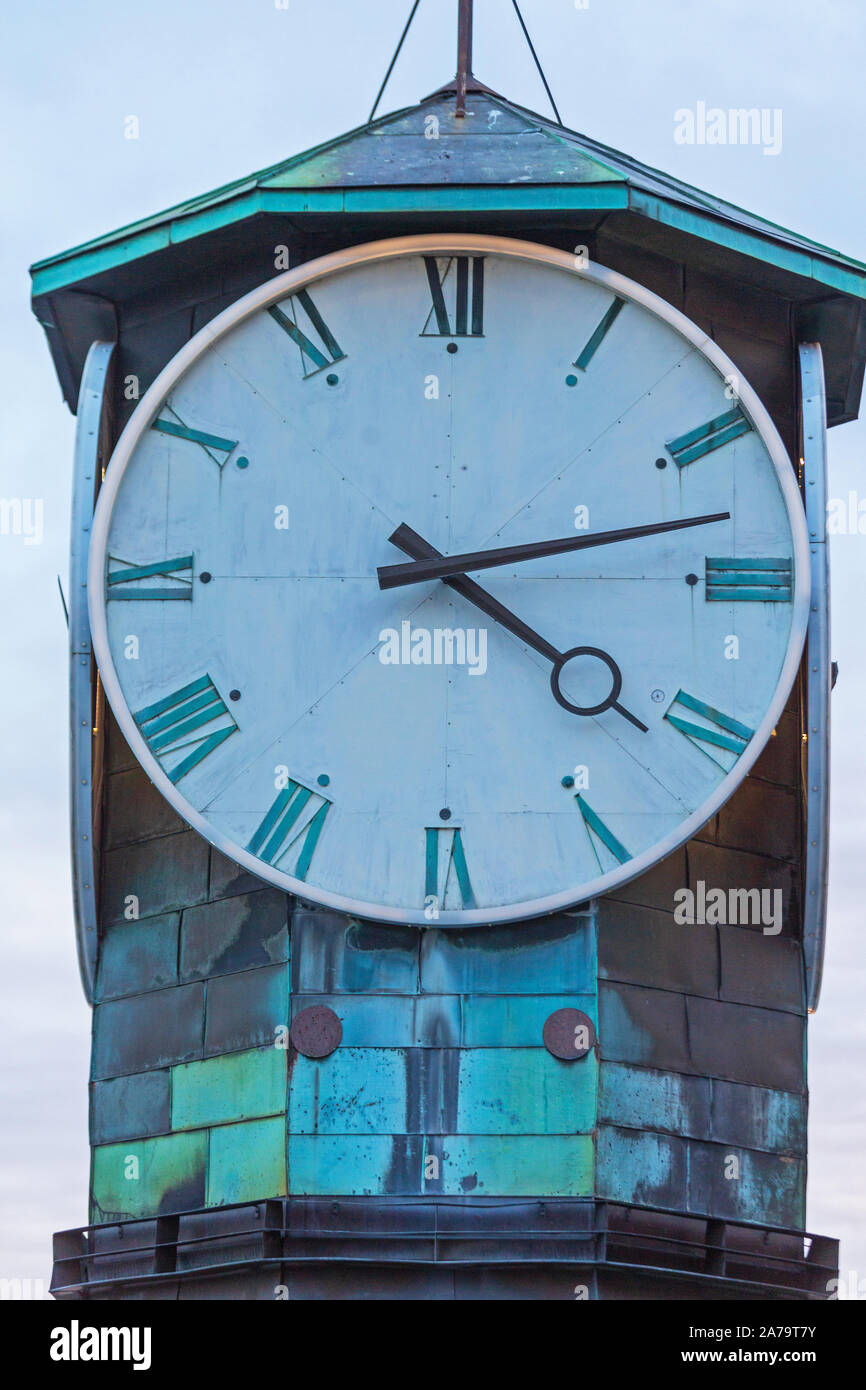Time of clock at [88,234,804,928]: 4:12
